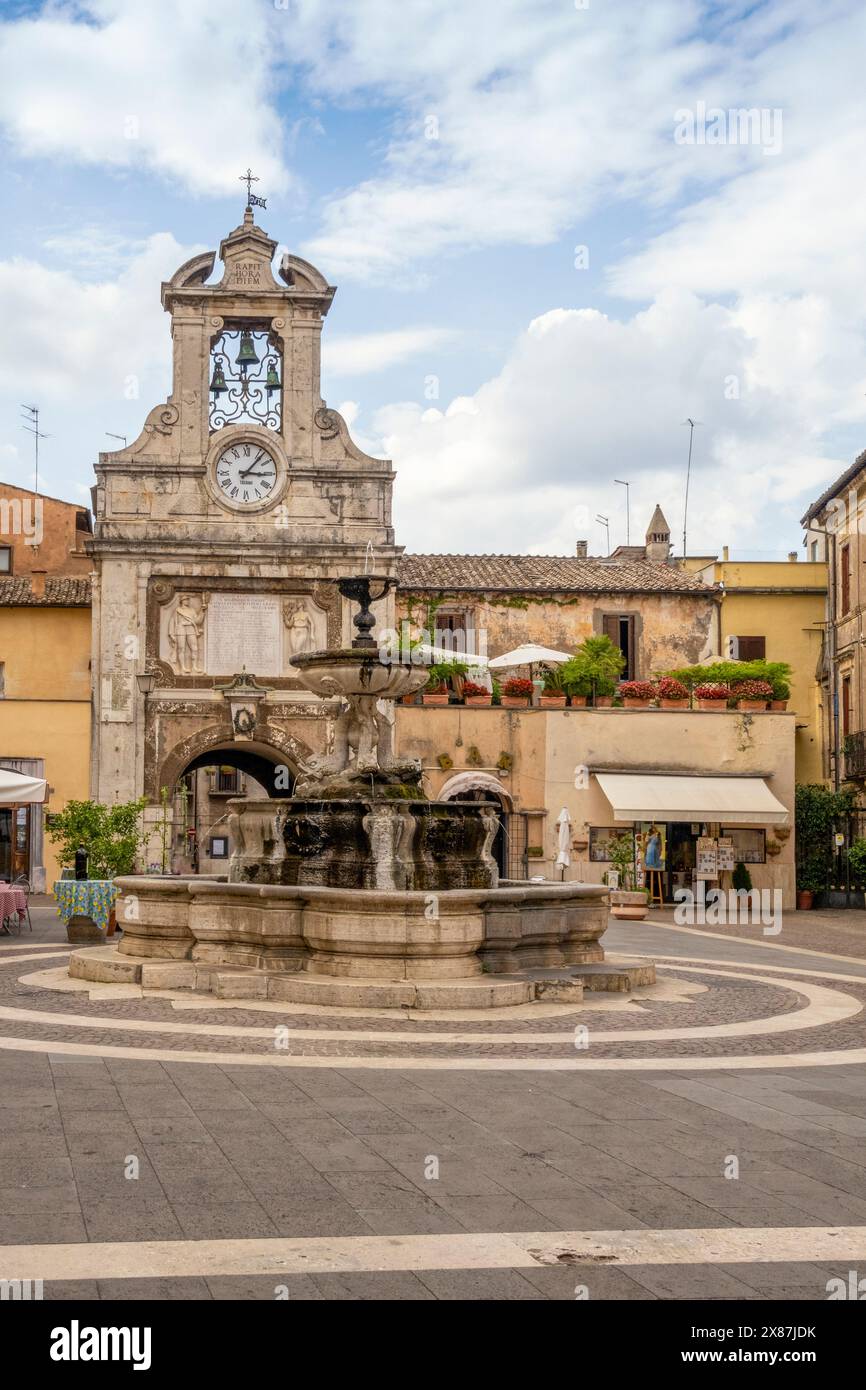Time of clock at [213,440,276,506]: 3:06
